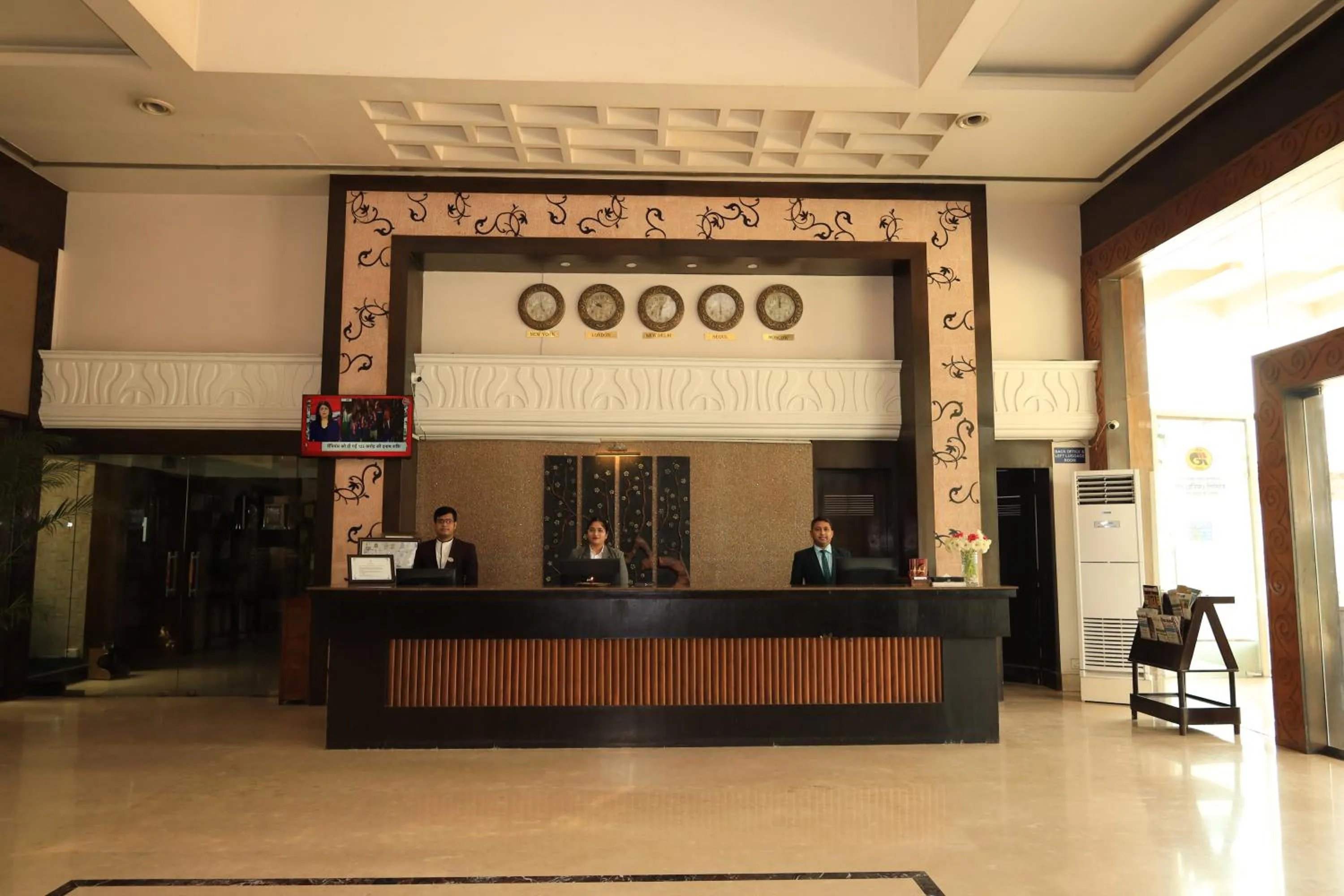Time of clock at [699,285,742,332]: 5:59
